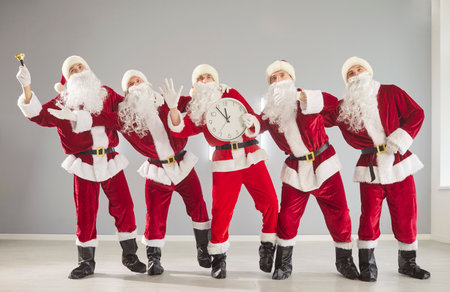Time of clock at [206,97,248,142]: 11:54
